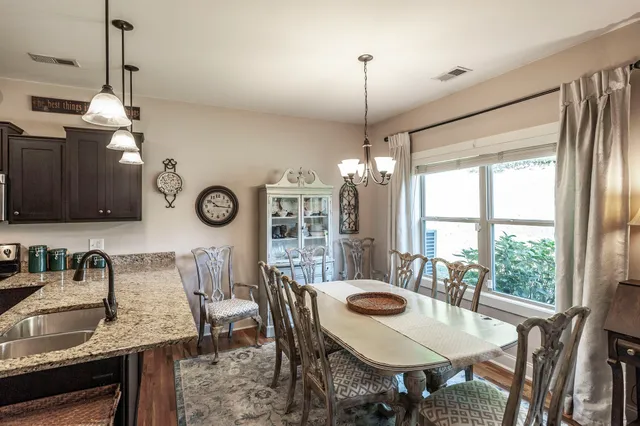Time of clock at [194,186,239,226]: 10:16
